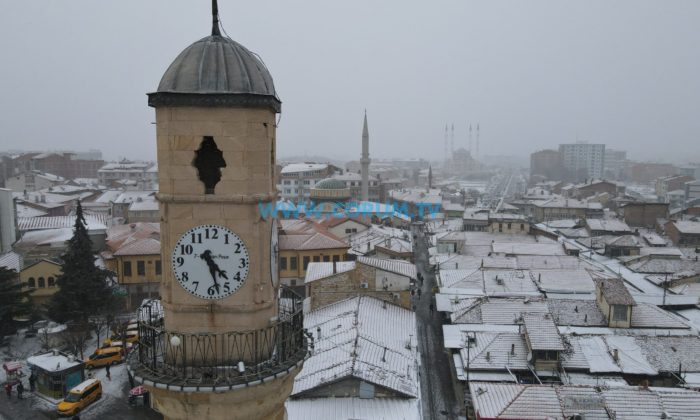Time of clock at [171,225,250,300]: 4:27
